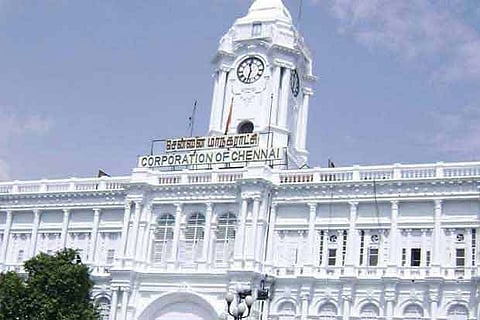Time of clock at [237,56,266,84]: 11:32
